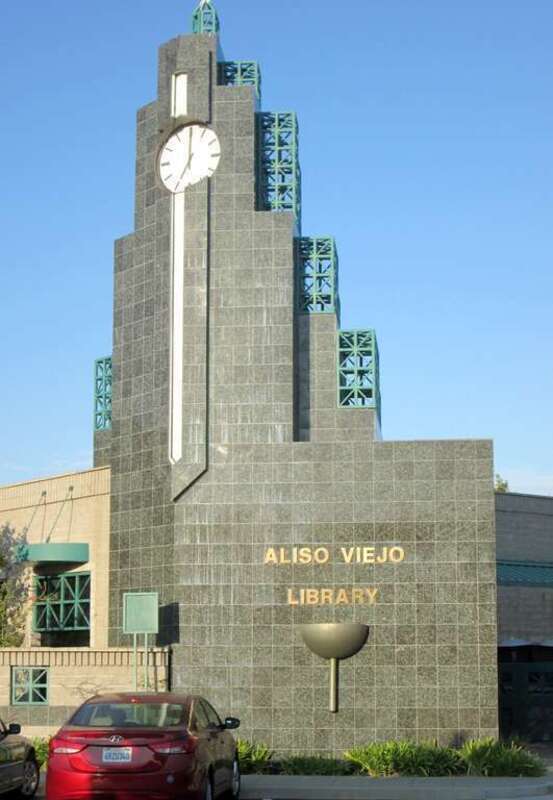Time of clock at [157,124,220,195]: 7:00
